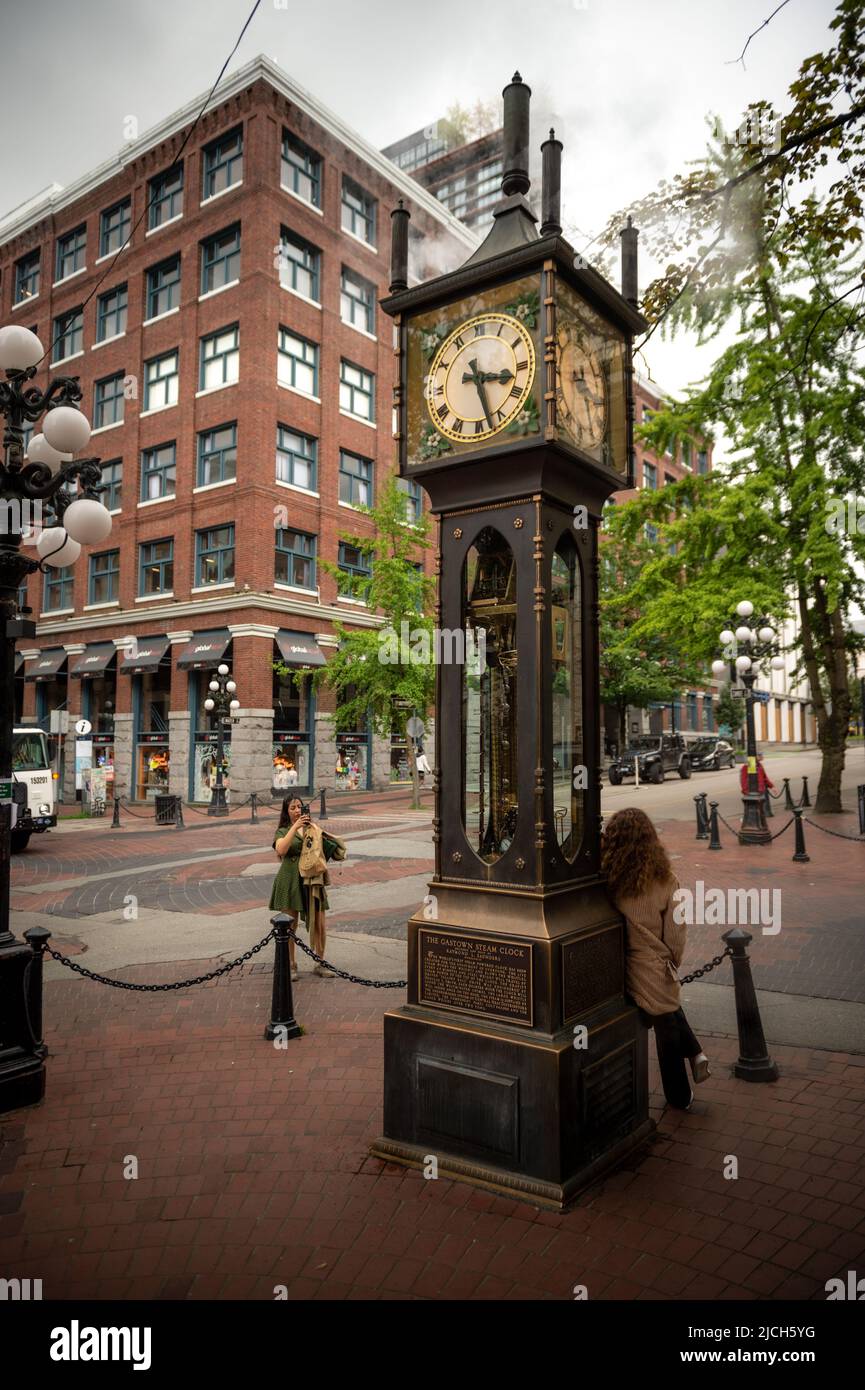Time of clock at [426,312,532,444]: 3:27
